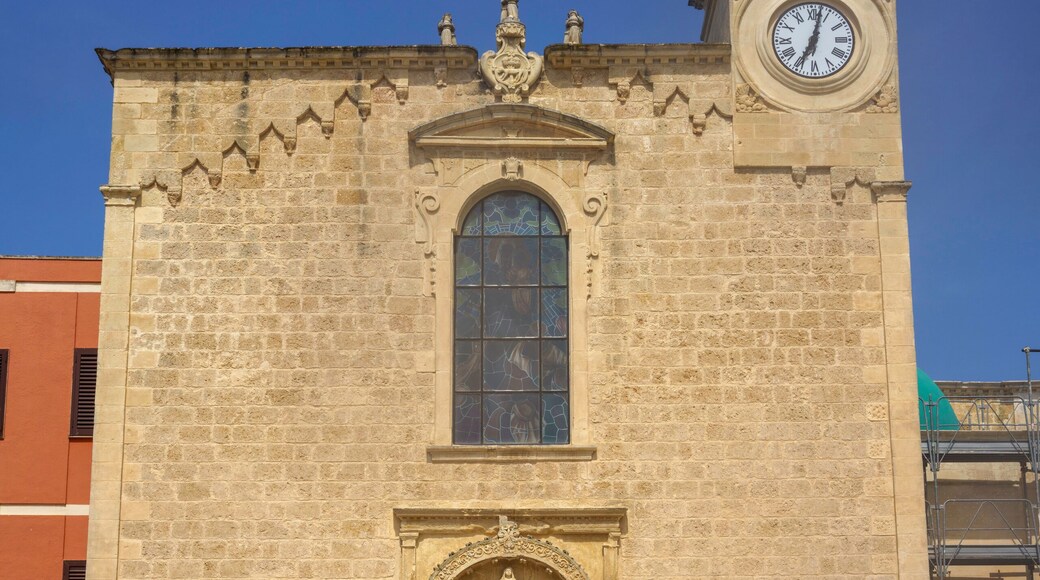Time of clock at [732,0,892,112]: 7:02
